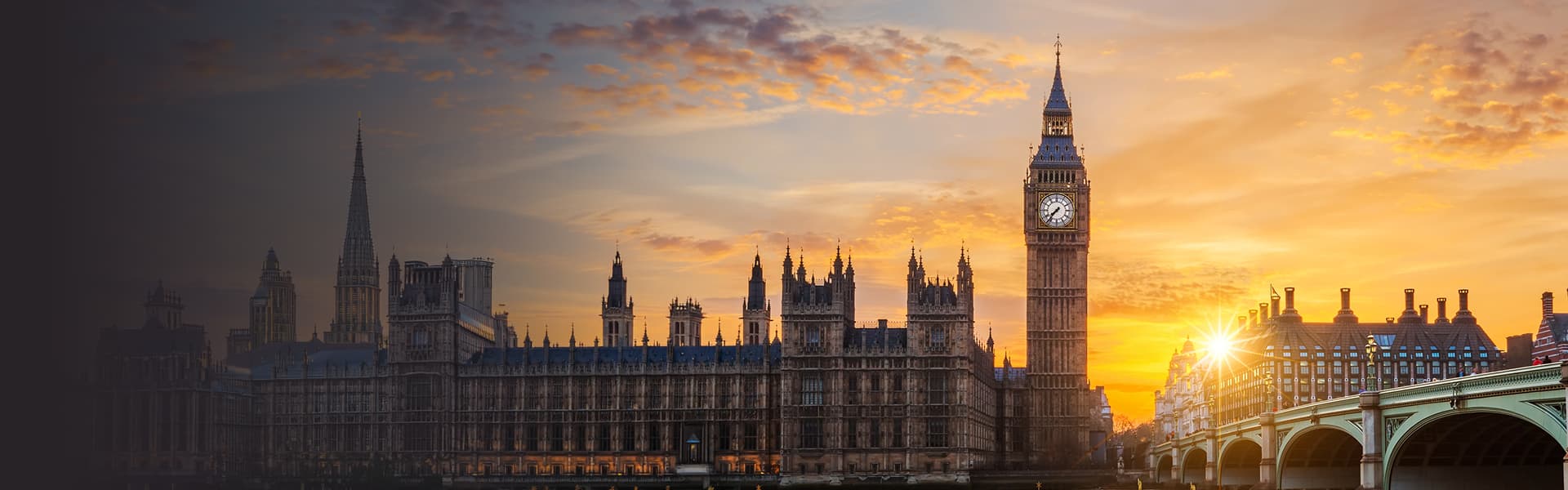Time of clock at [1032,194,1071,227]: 7:36
